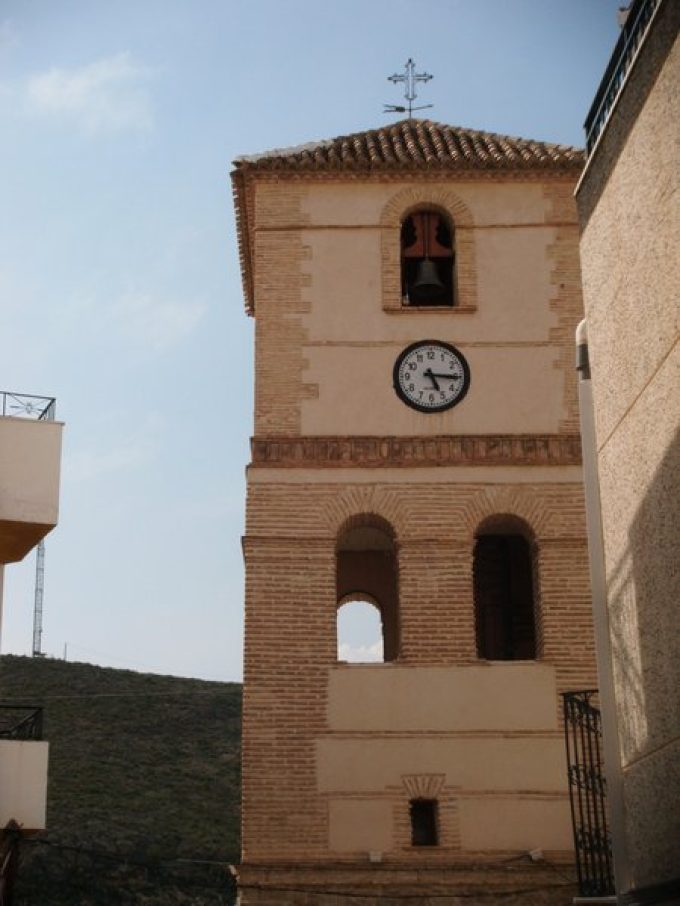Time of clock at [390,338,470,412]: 5:15
